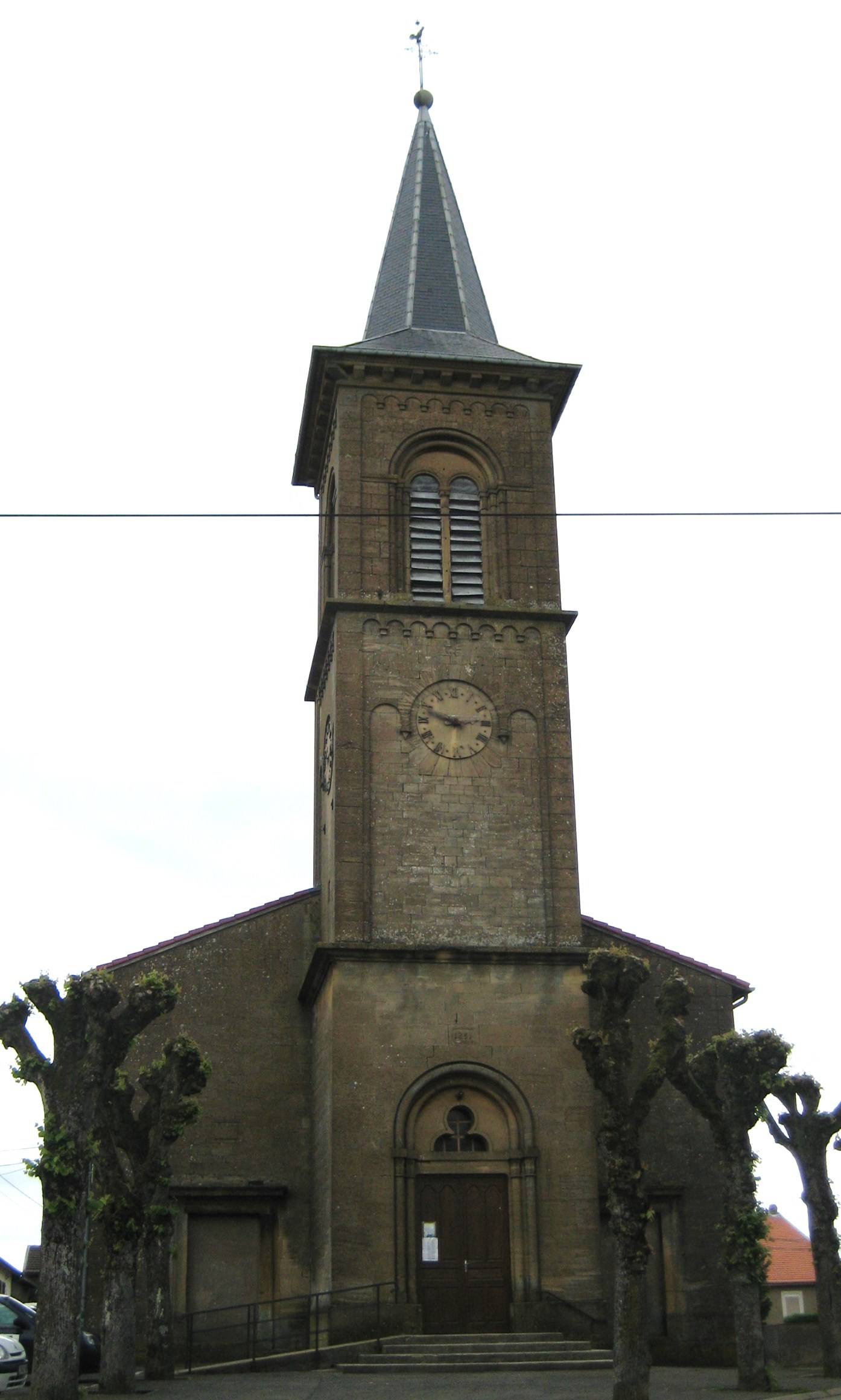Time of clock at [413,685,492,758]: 2:48
